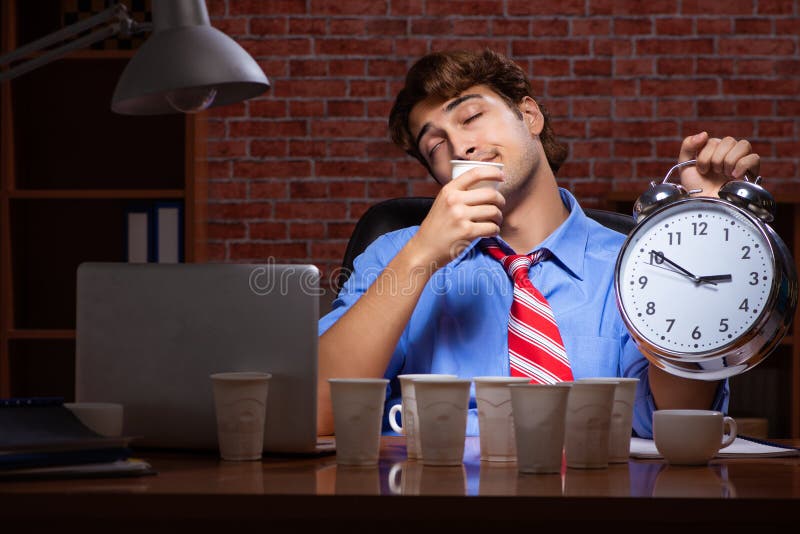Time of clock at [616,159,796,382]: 2:50
